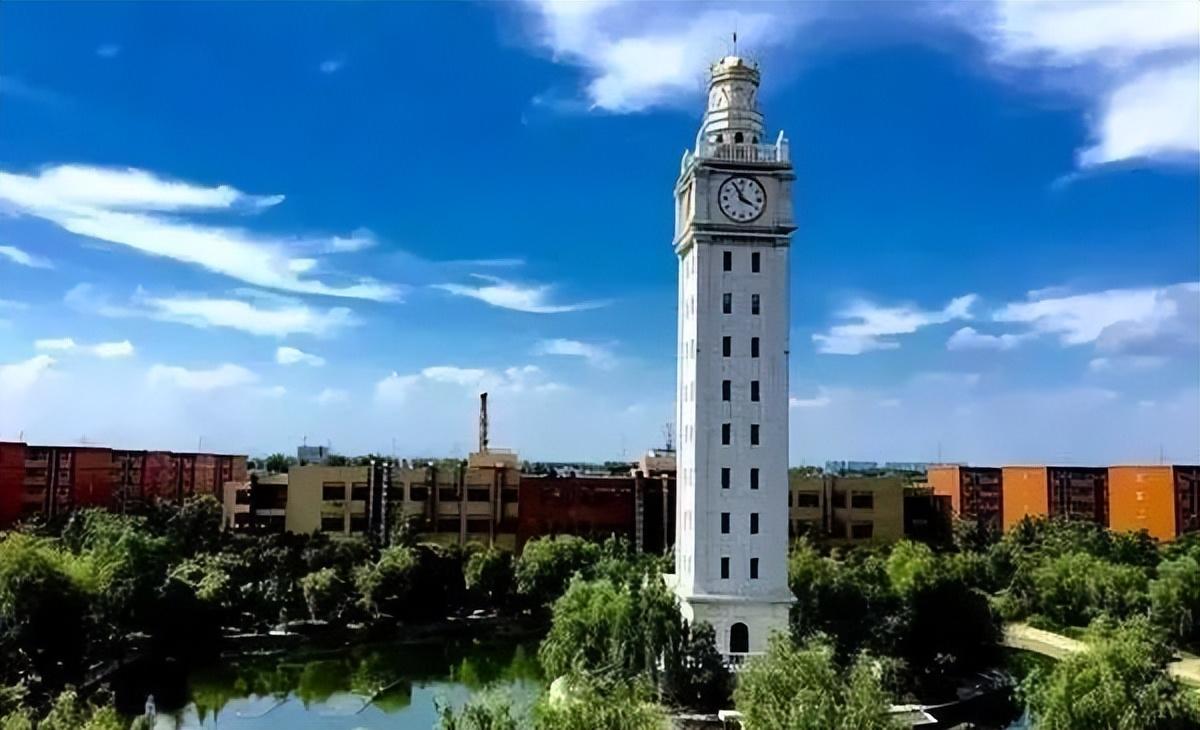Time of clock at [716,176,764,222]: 3:55
